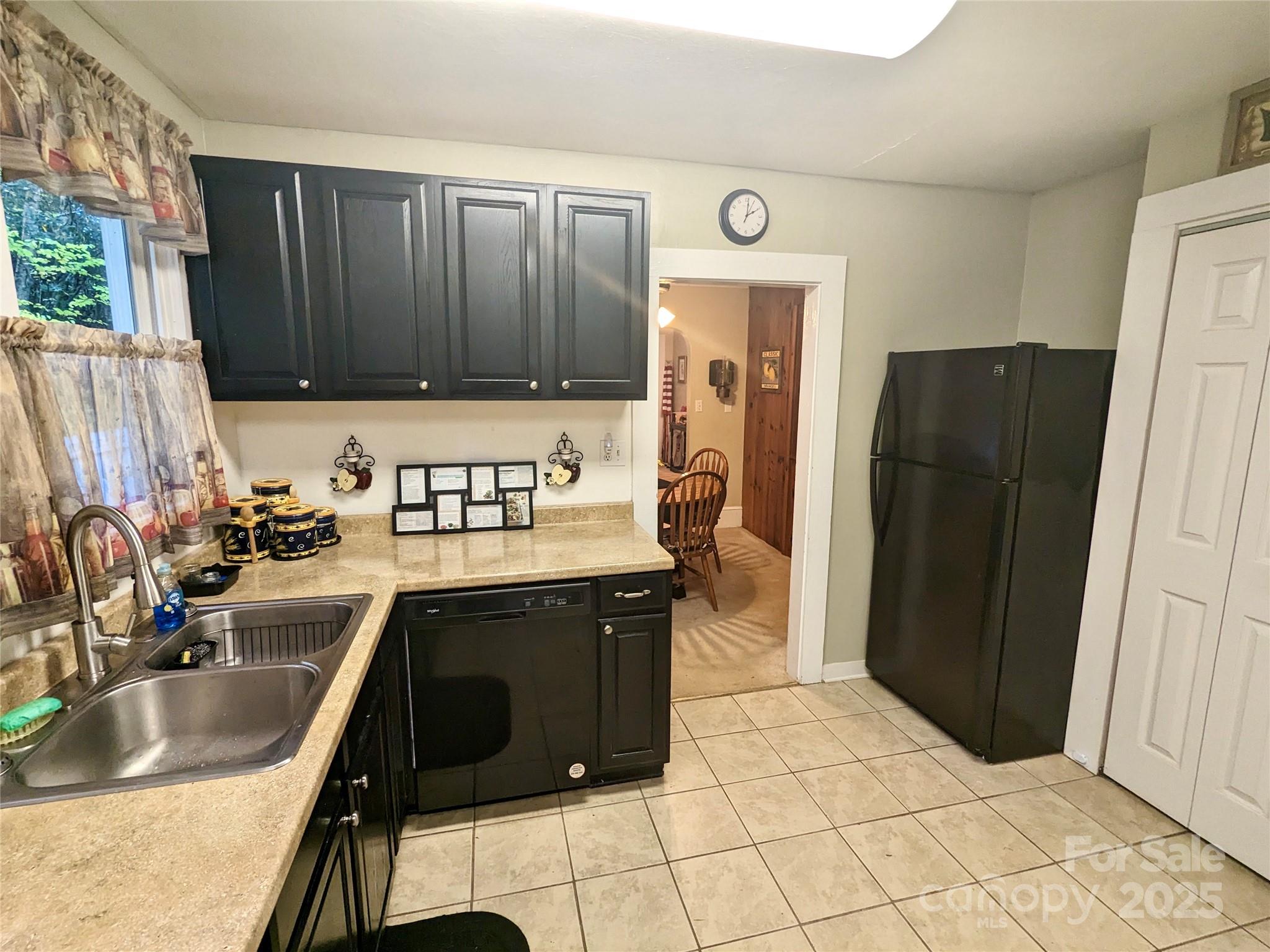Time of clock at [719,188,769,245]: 2:01
